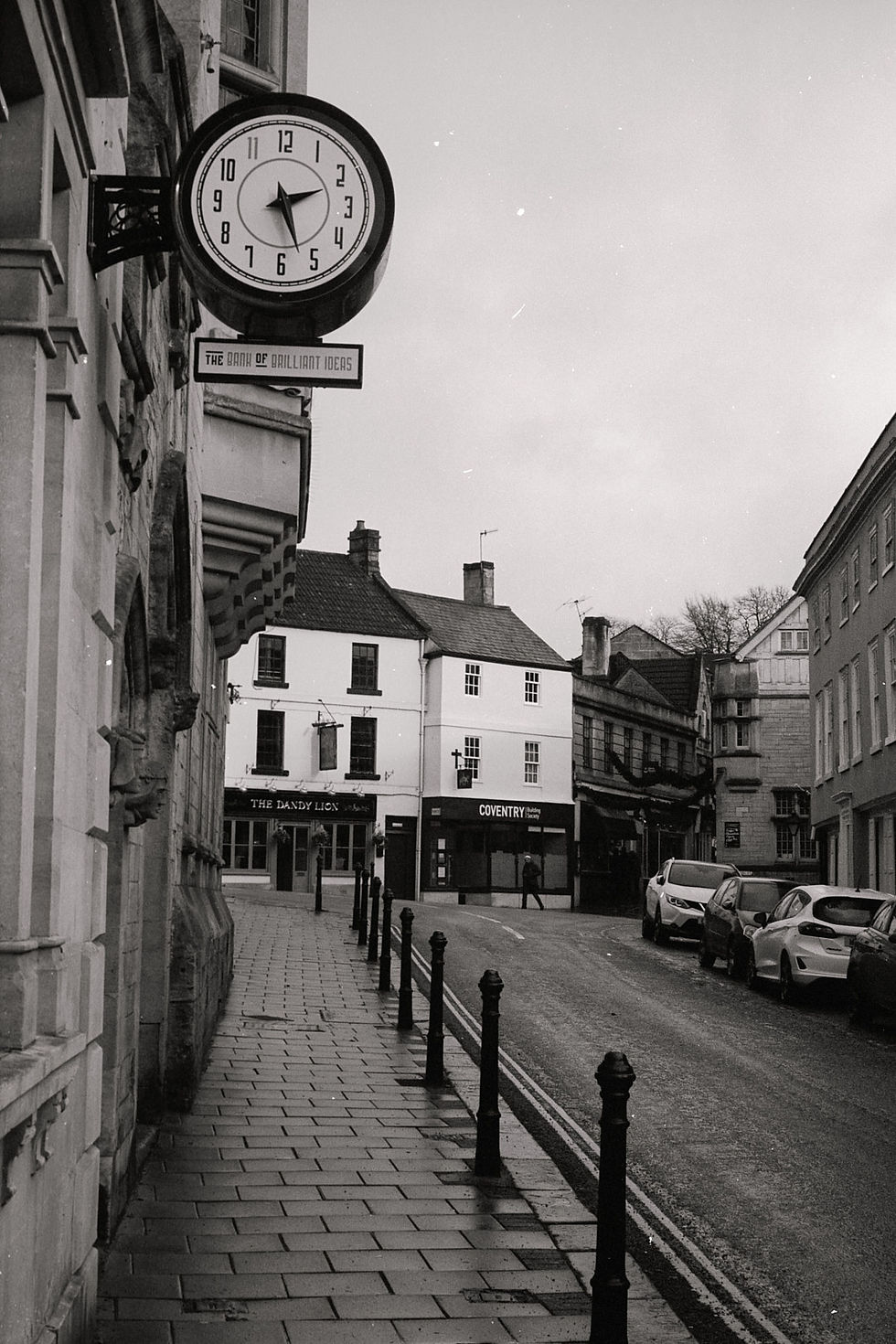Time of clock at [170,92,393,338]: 2:26
